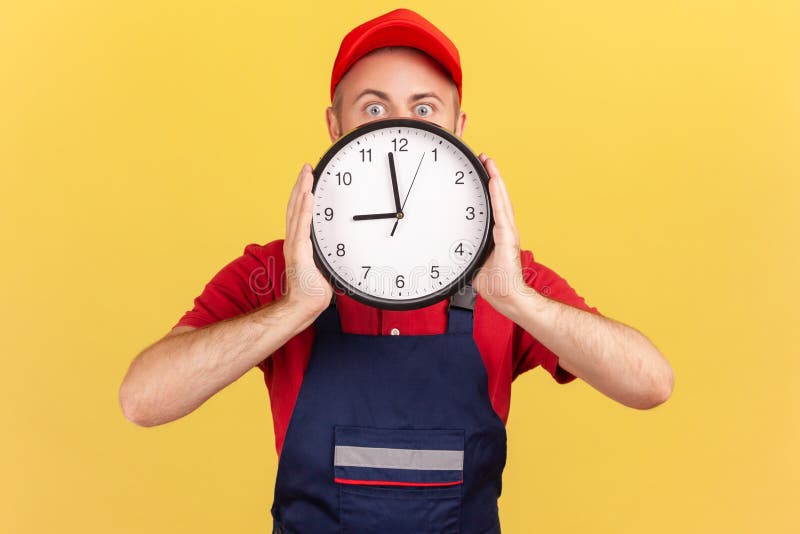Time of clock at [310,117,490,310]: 8:58
